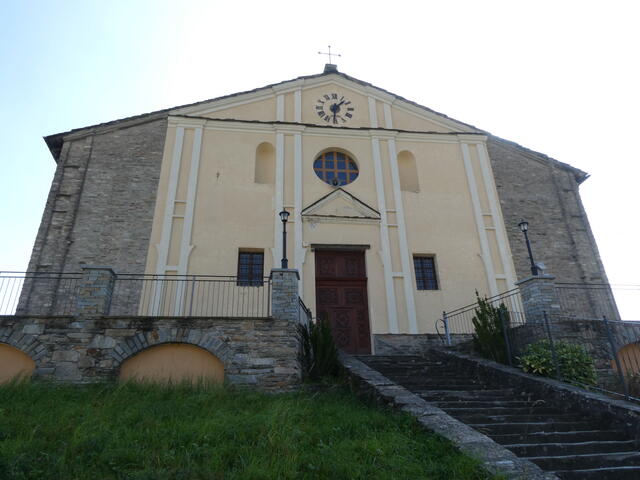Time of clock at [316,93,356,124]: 1:30
